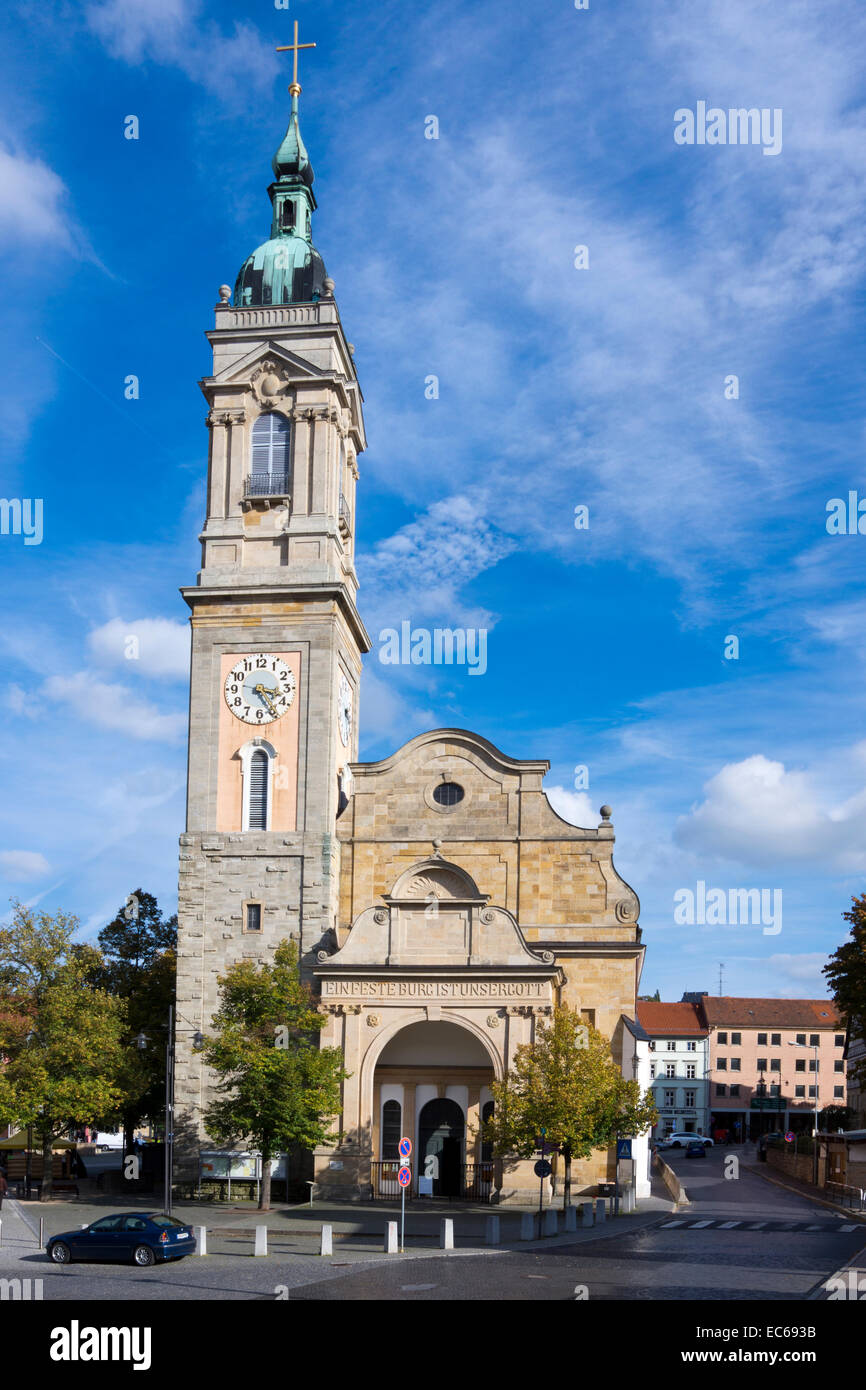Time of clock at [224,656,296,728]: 3:25
